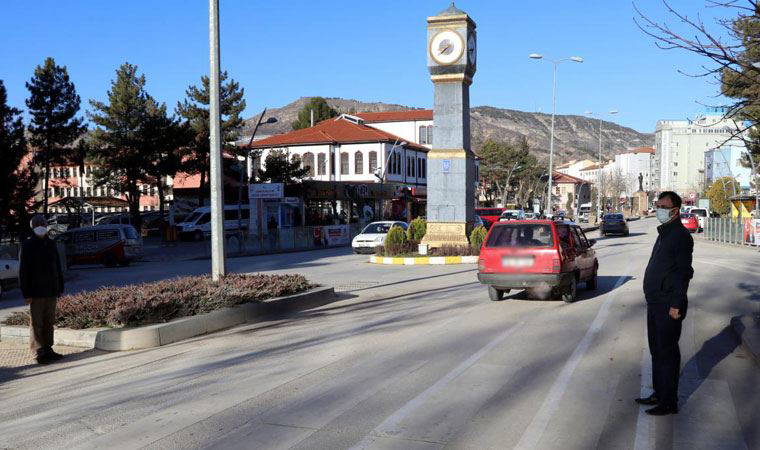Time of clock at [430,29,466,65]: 7:37
